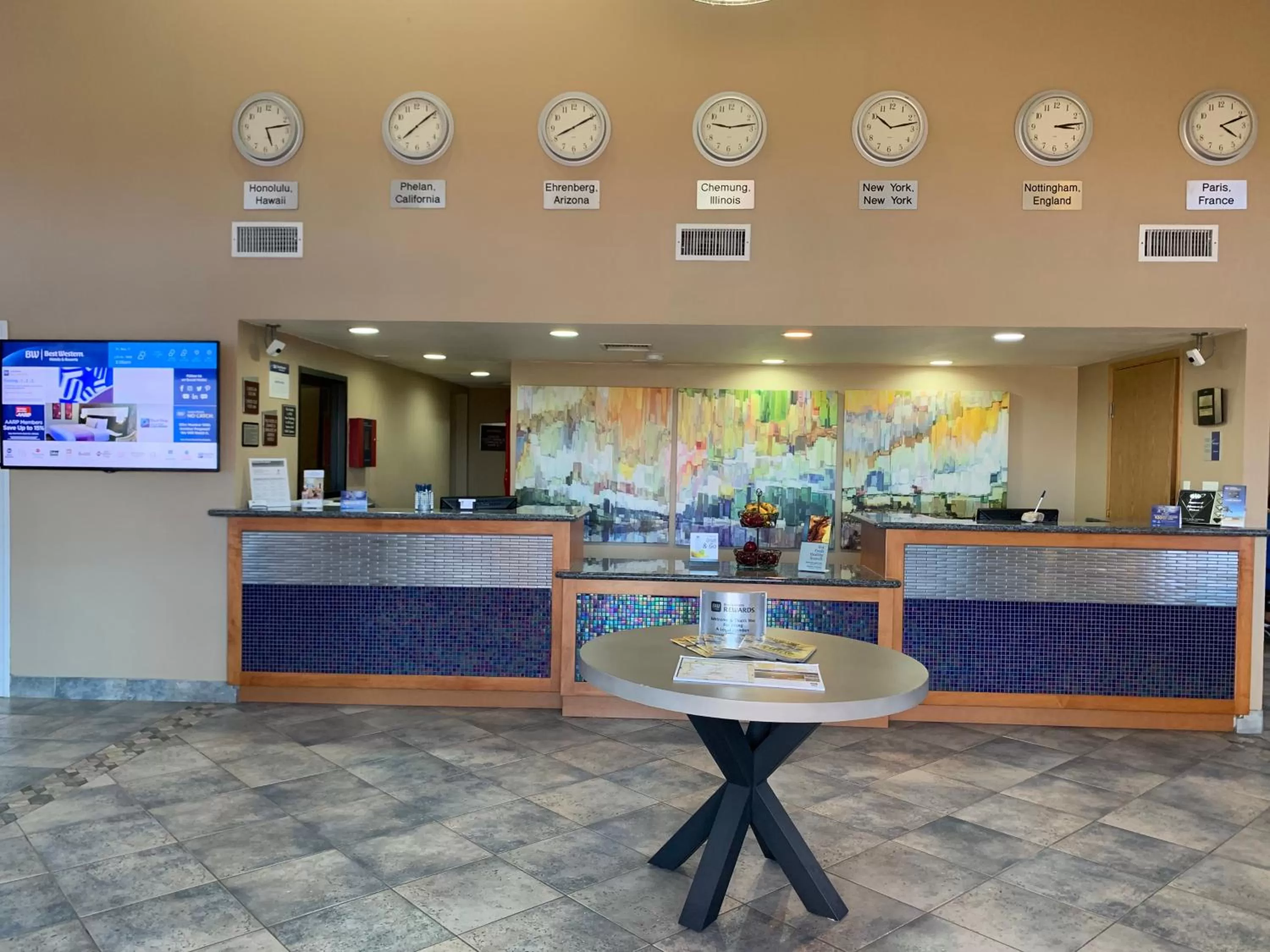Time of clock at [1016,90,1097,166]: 3:13
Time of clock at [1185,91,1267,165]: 4:11
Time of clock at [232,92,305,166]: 5:12
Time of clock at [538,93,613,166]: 8:10
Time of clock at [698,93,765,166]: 9:13
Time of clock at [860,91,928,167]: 10:12
